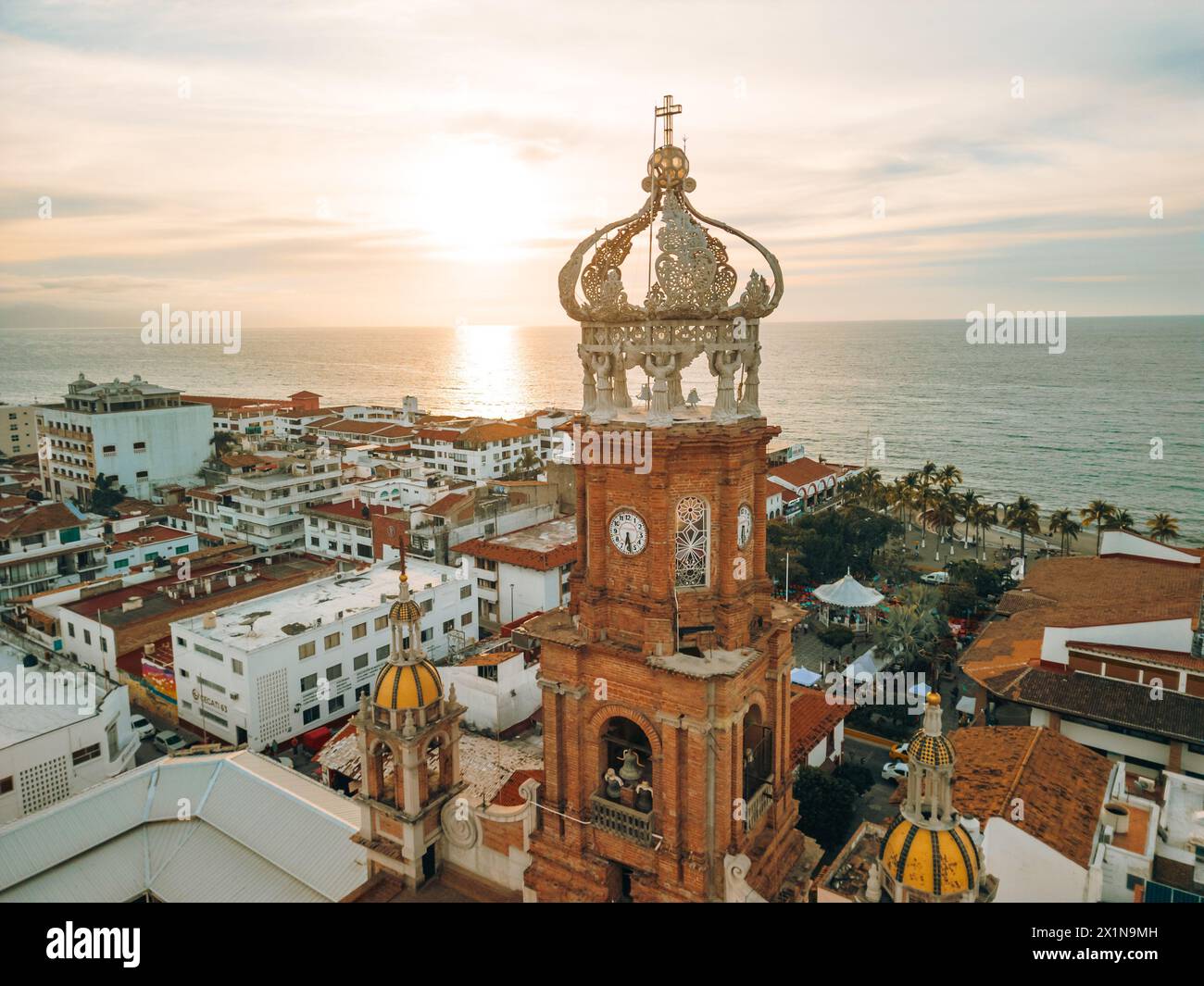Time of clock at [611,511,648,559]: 6:28
